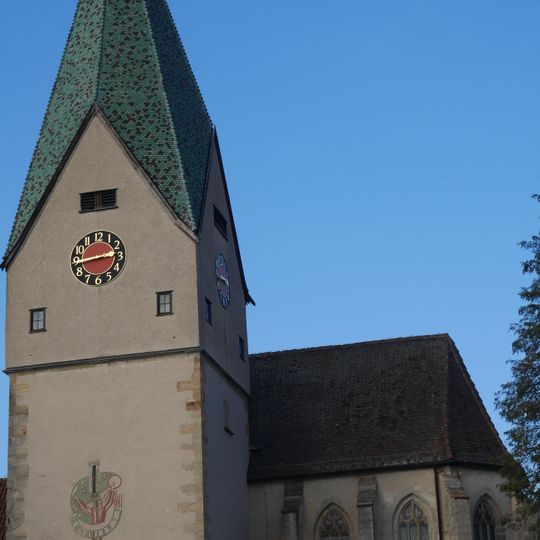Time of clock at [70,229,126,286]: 2:44
